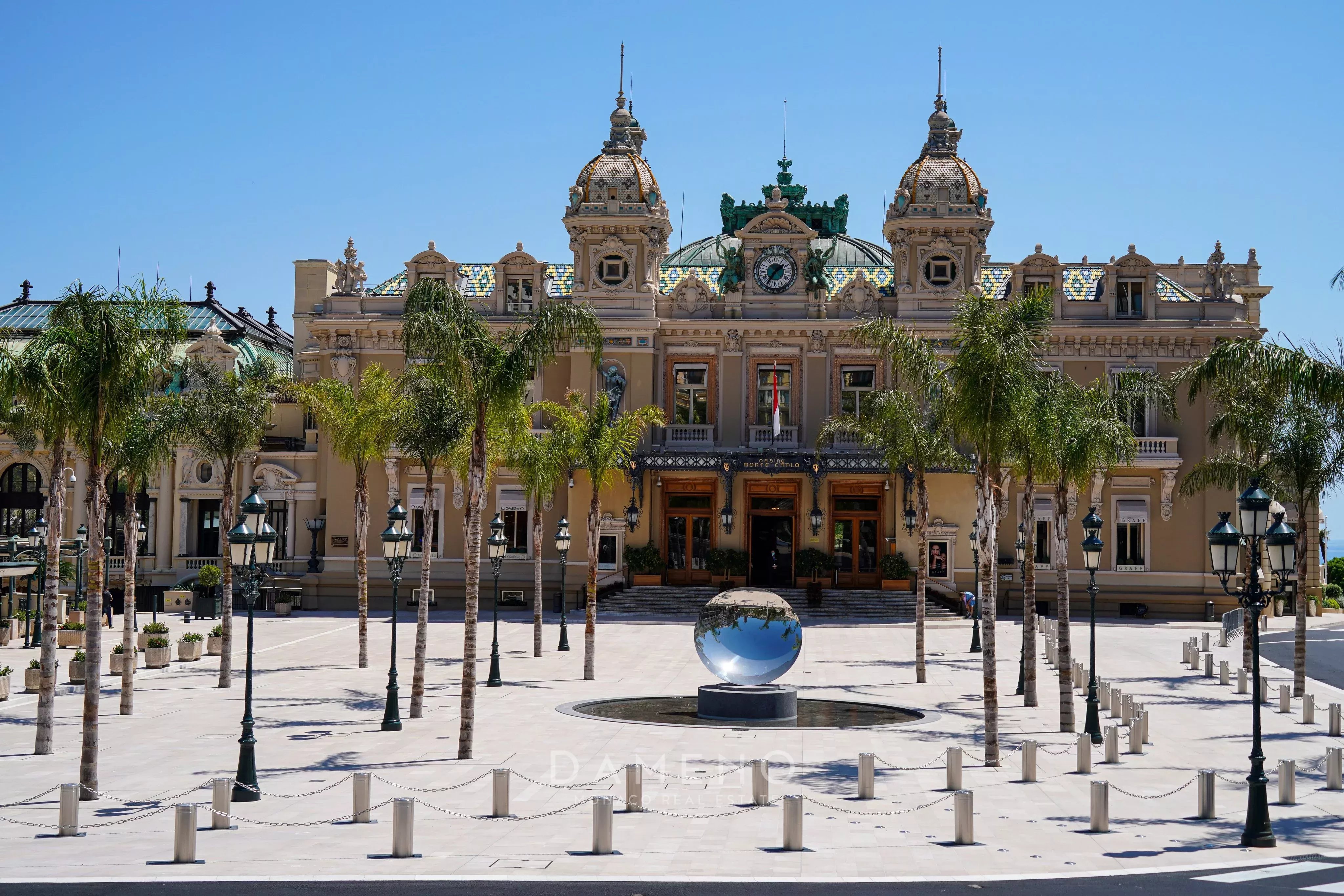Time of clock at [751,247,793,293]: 1:35
